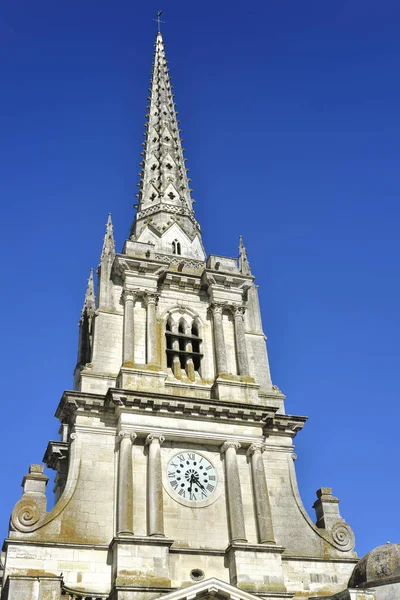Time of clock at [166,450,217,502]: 4:31
